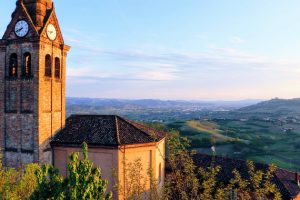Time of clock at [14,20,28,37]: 7:41
